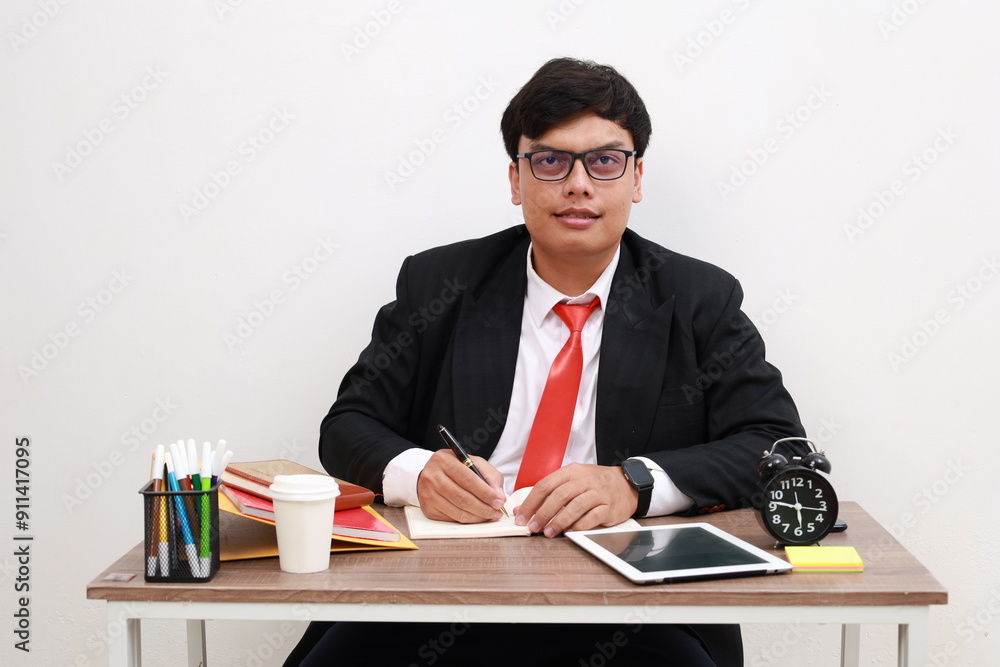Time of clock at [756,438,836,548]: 5:46
